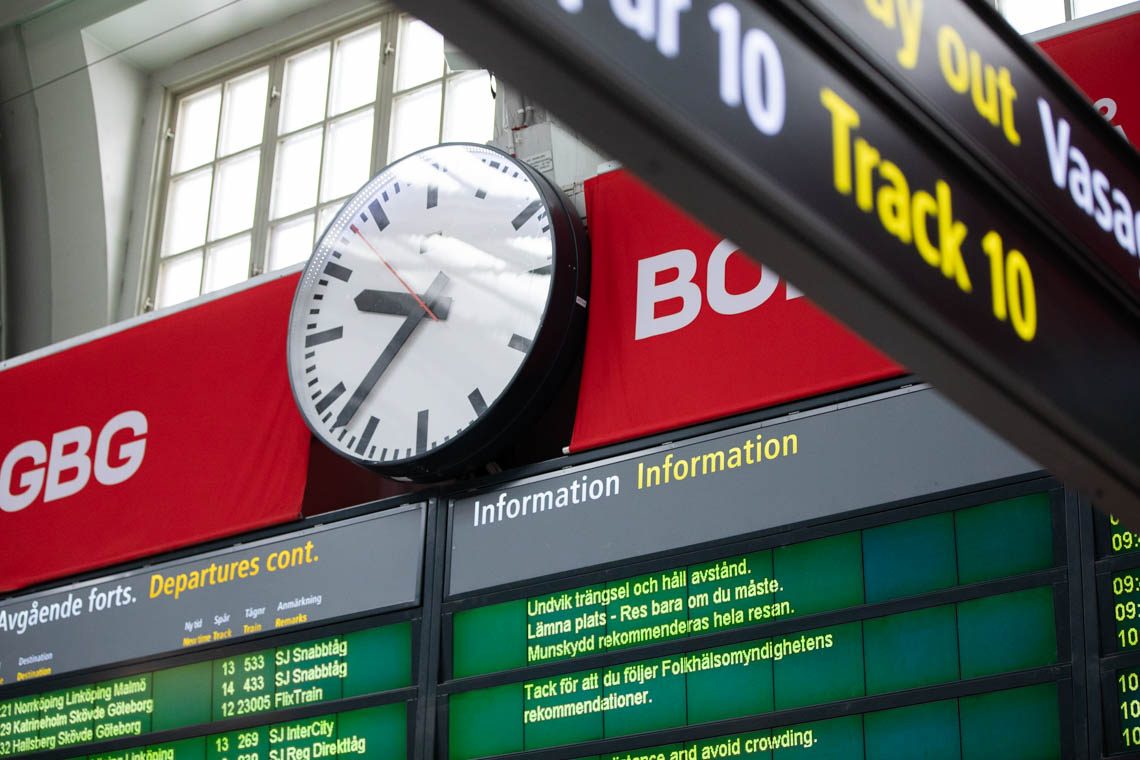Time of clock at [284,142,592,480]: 9:37
